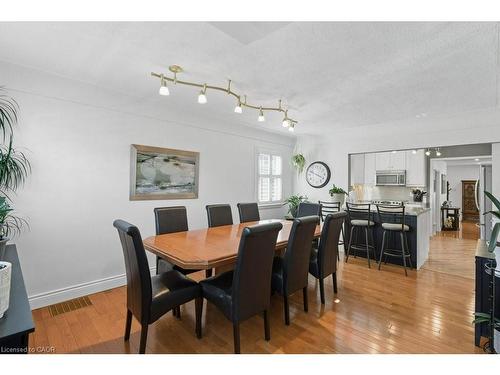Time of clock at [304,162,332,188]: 3:48
